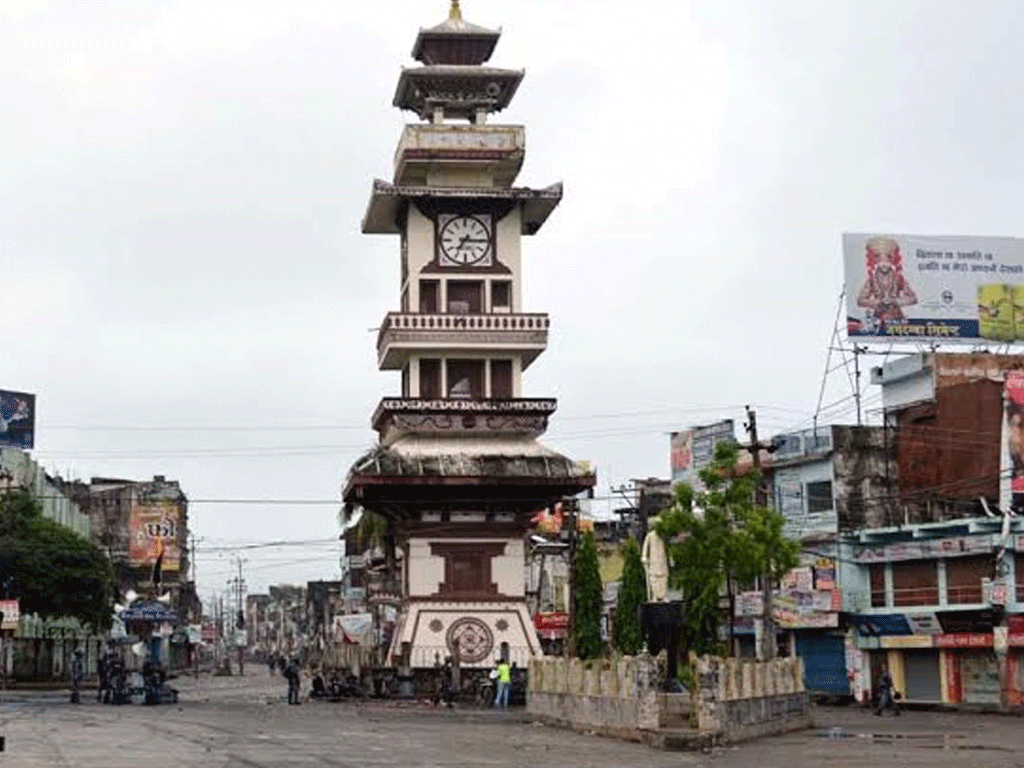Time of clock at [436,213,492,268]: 7:15
